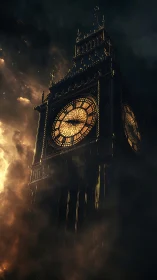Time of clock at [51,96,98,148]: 3:49
